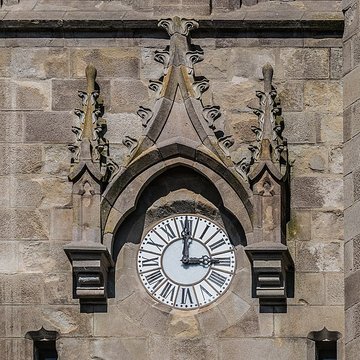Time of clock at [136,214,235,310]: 3:00
